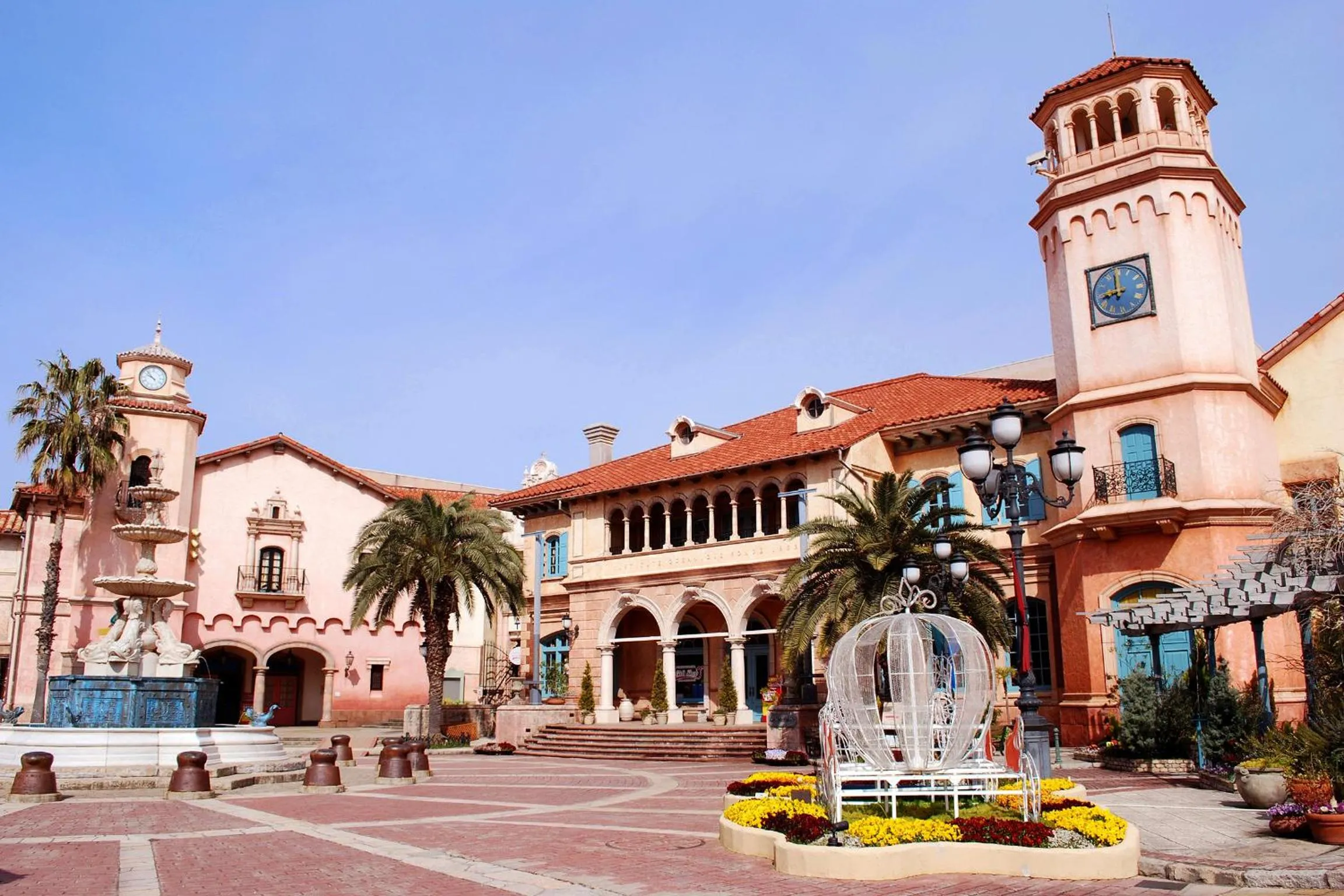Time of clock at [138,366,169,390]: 9:53
